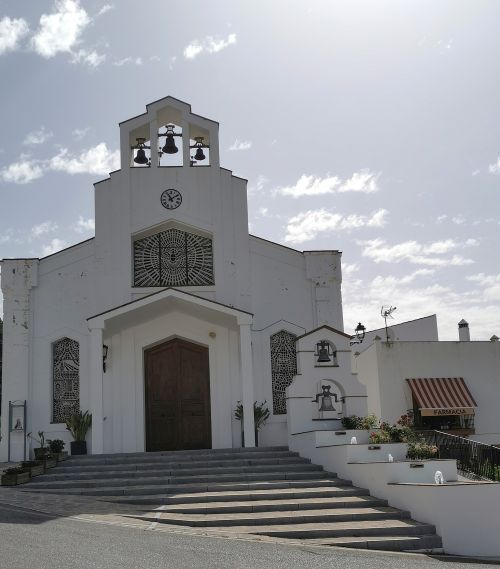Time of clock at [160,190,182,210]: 11:09
